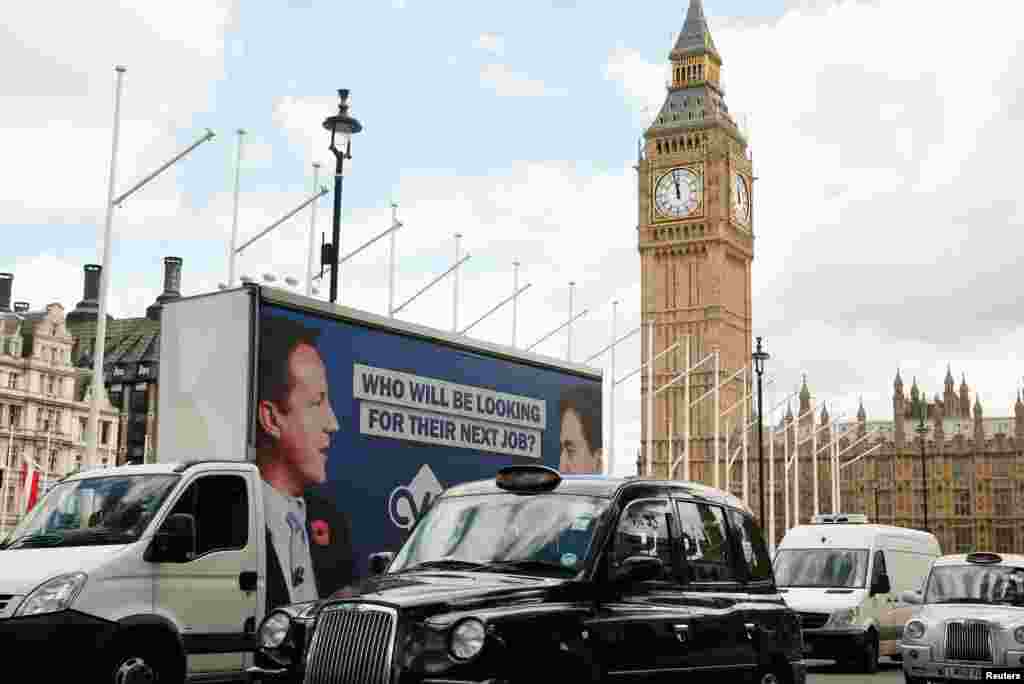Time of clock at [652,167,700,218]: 11:57
